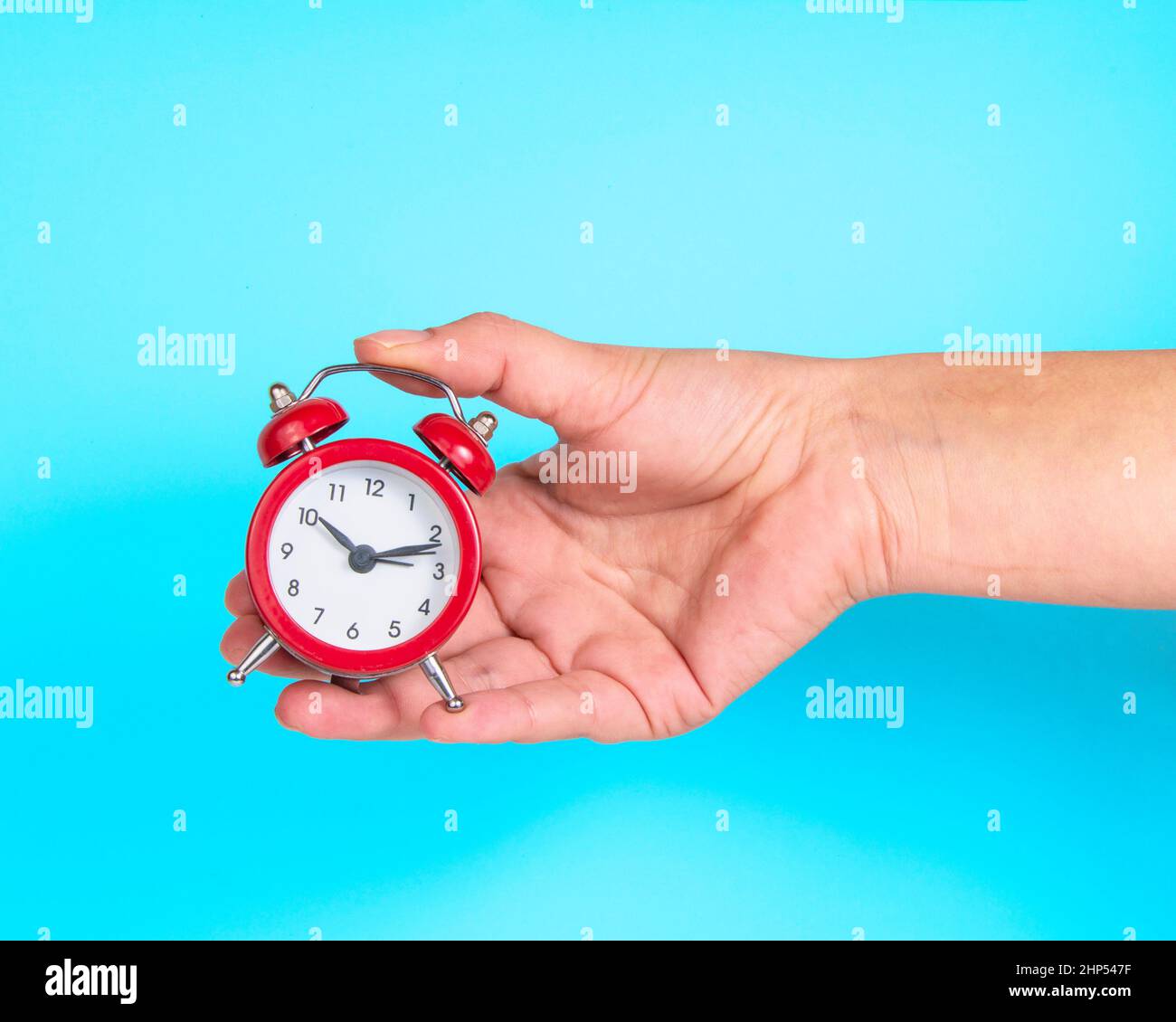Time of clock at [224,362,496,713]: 10:12
